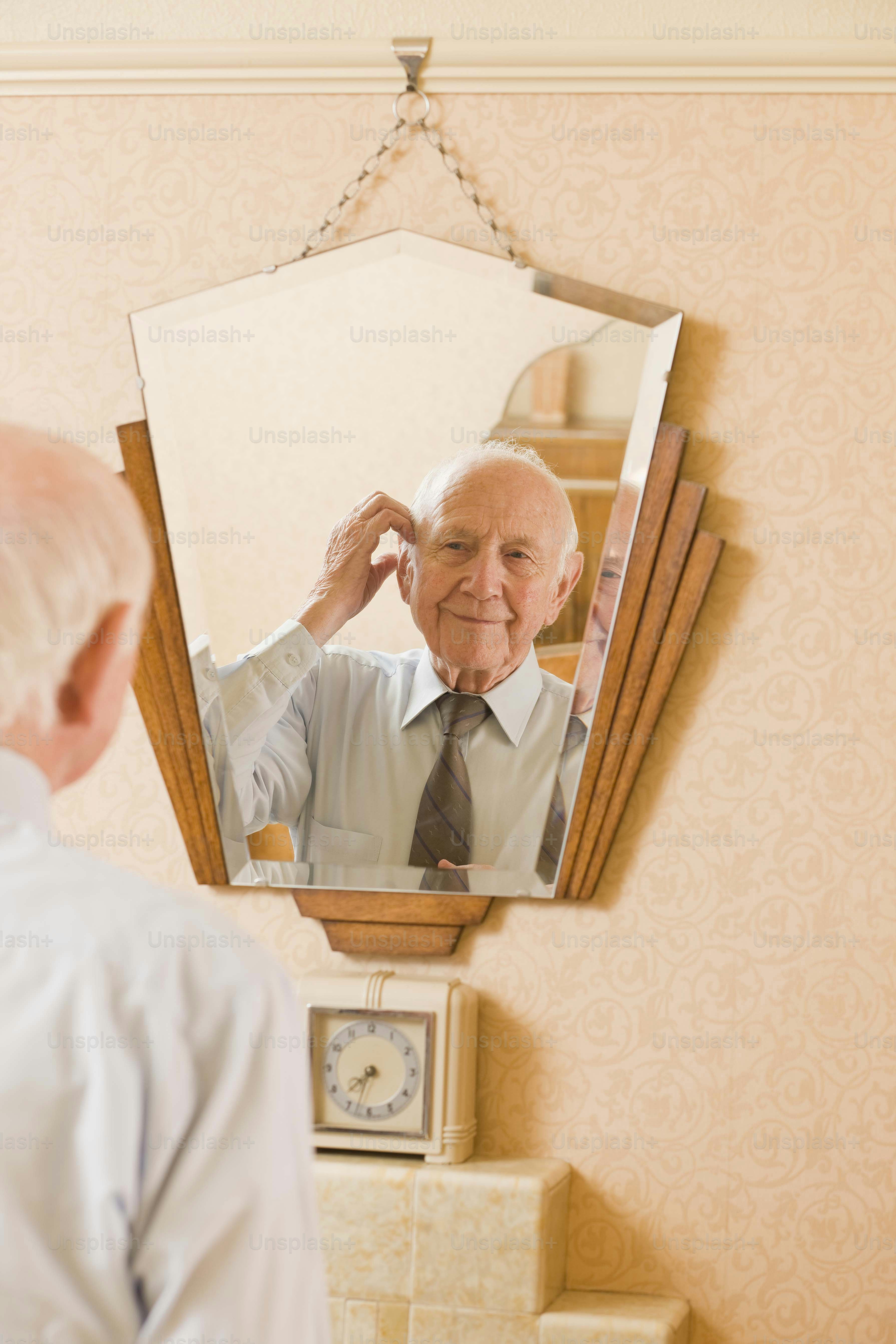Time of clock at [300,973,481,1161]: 7:33
